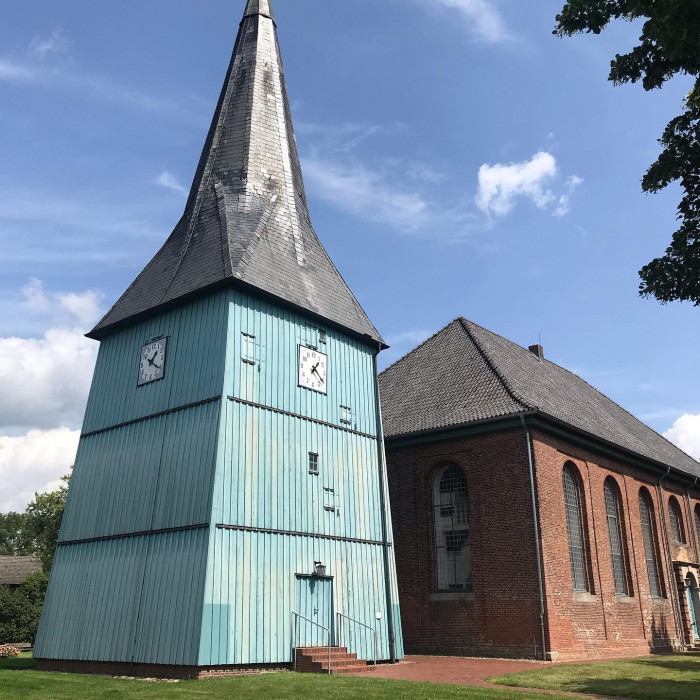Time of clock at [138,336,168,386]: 1:20
